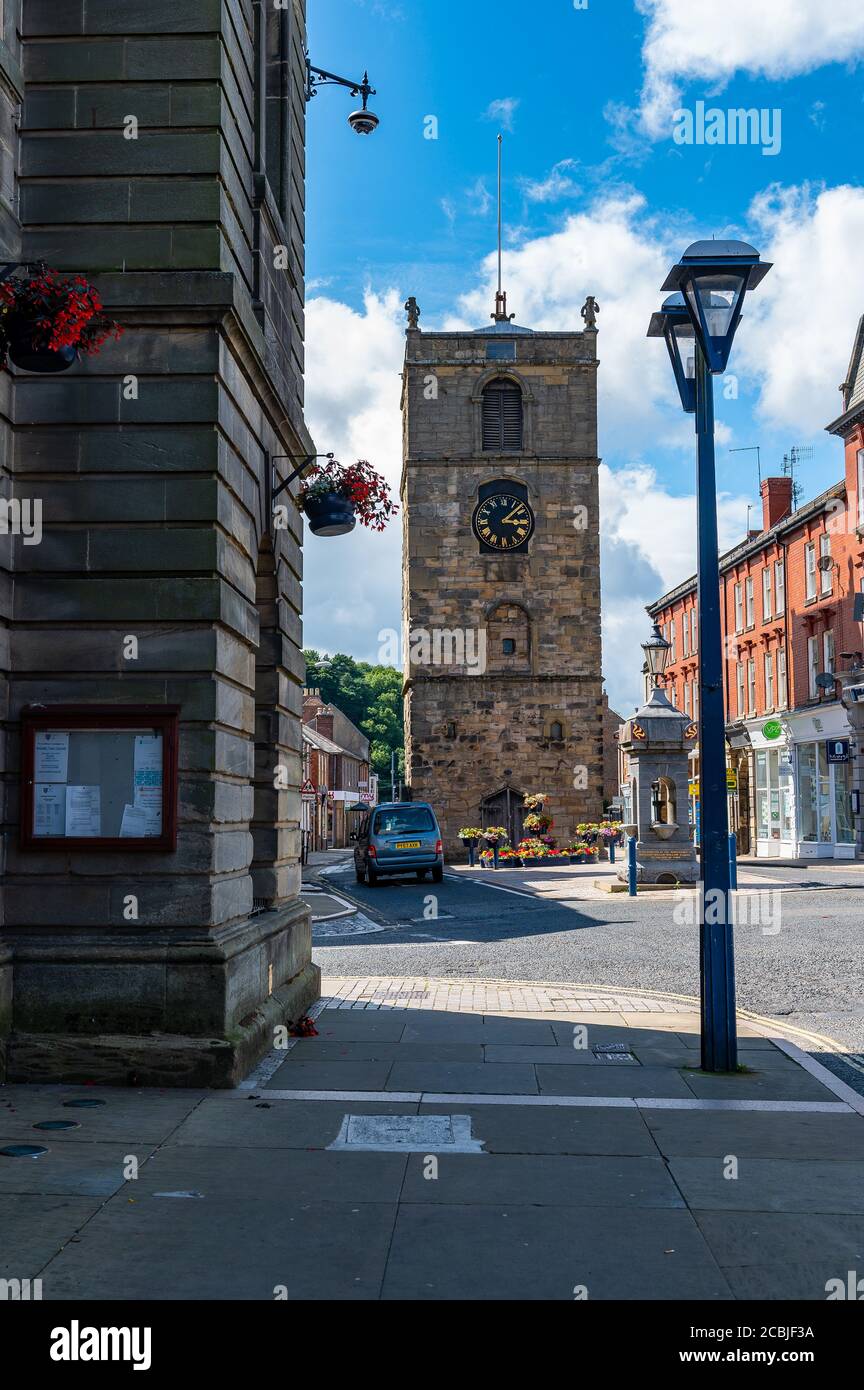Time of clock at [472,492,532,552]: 3:08
